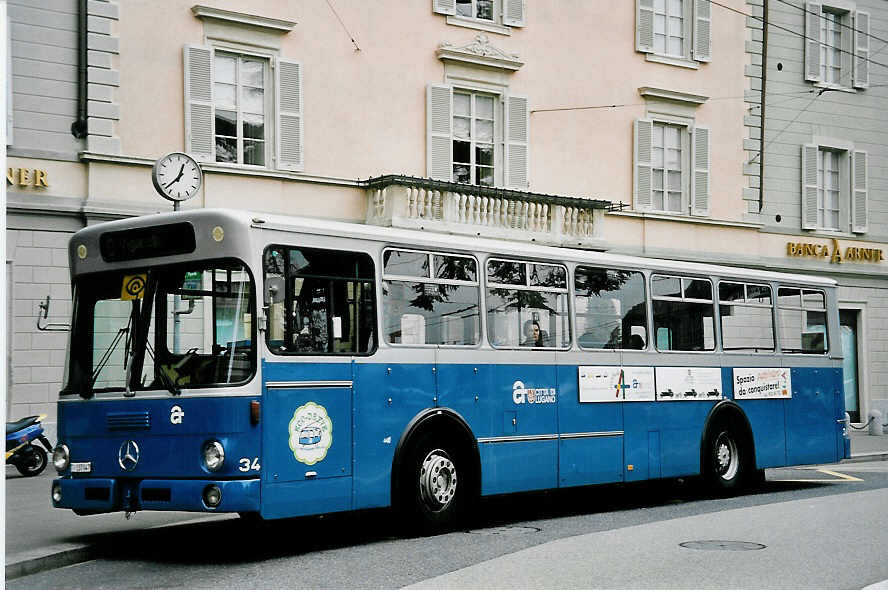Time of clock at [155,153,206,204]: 12:37
